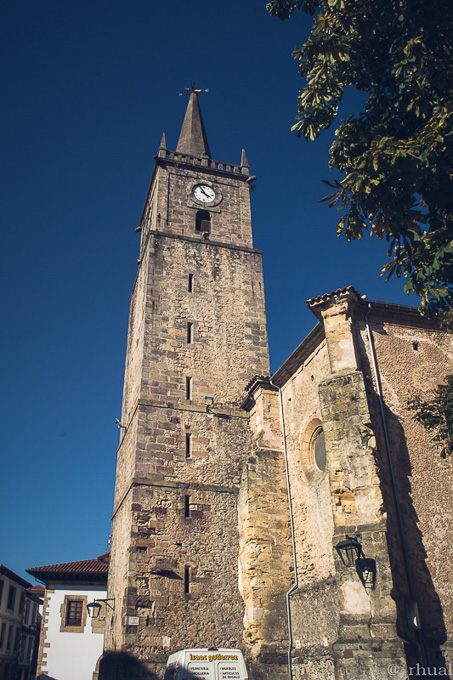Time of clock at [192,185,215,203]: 3:55
